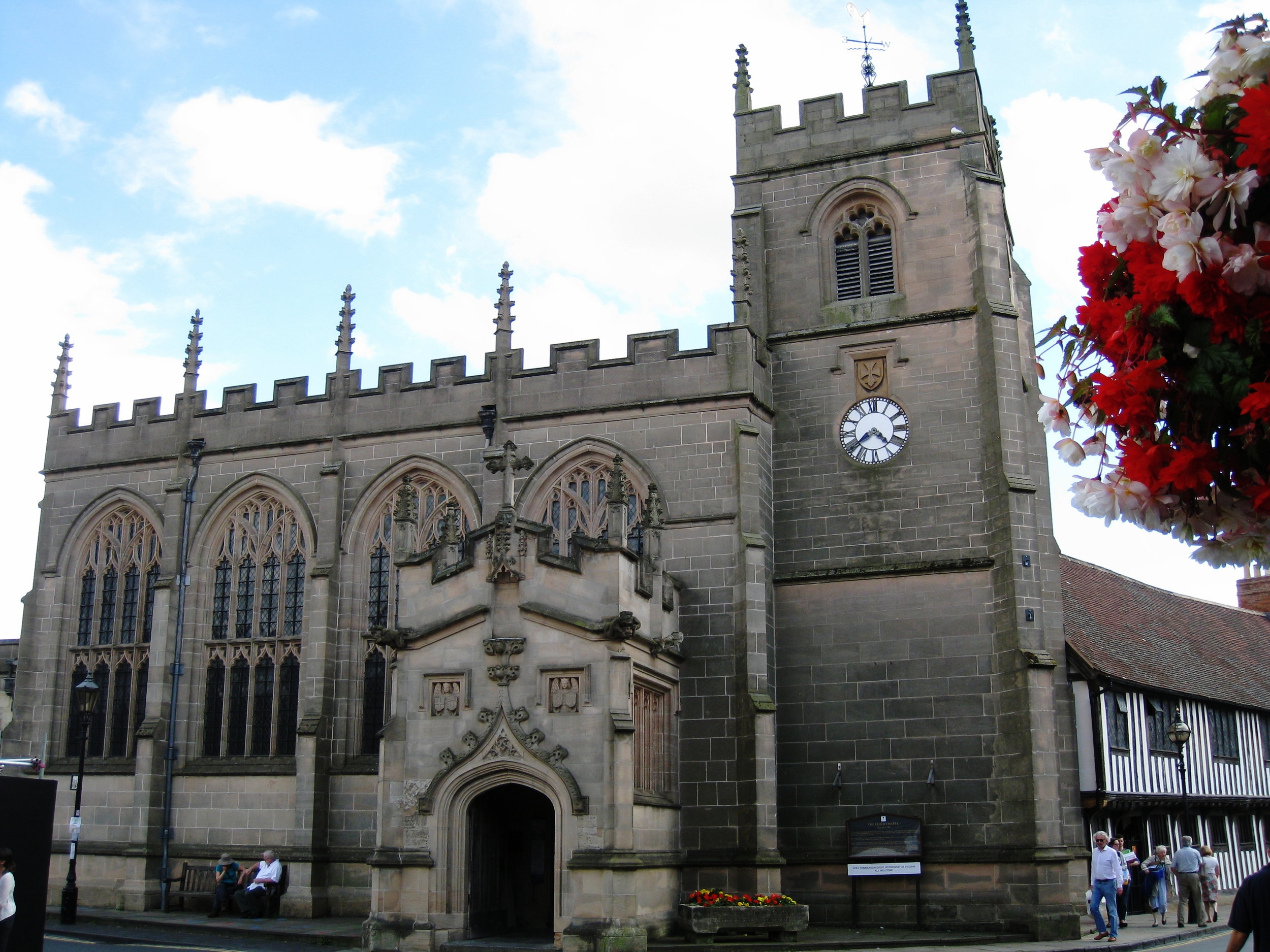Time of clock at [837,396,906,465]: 4:38
